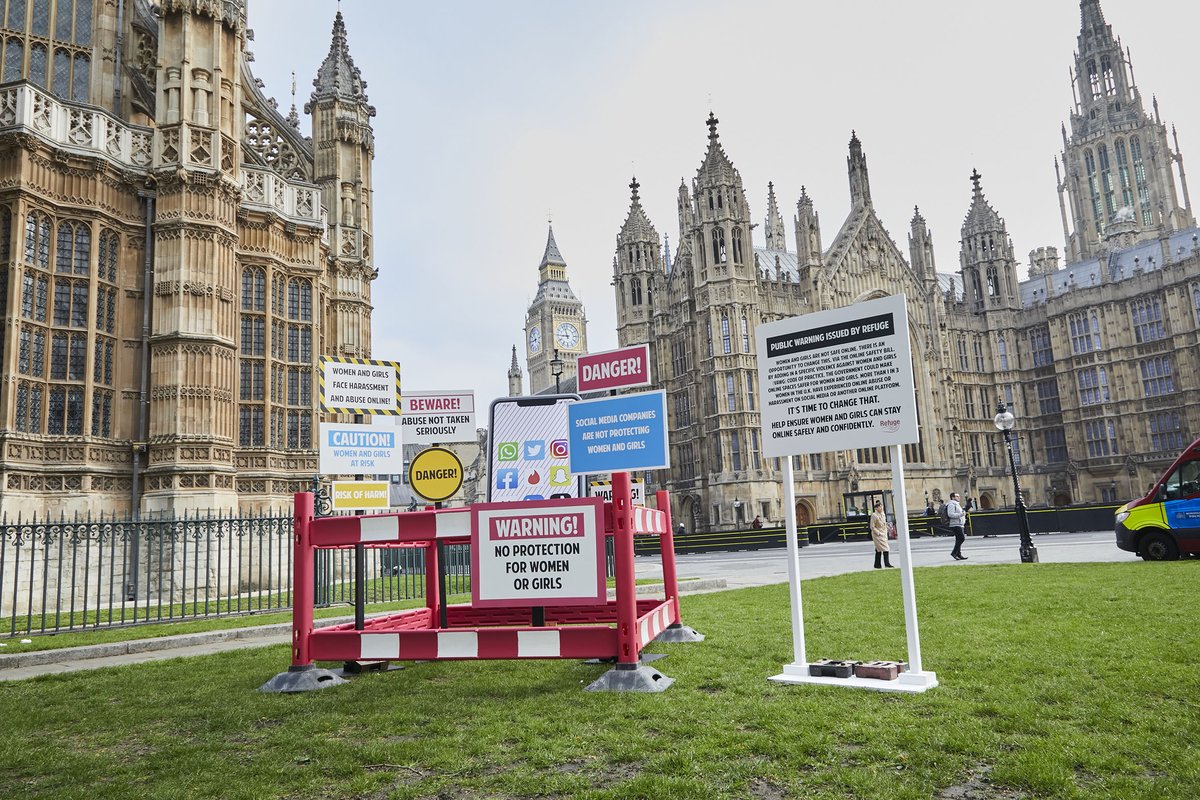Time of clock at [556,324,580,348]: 8:57
